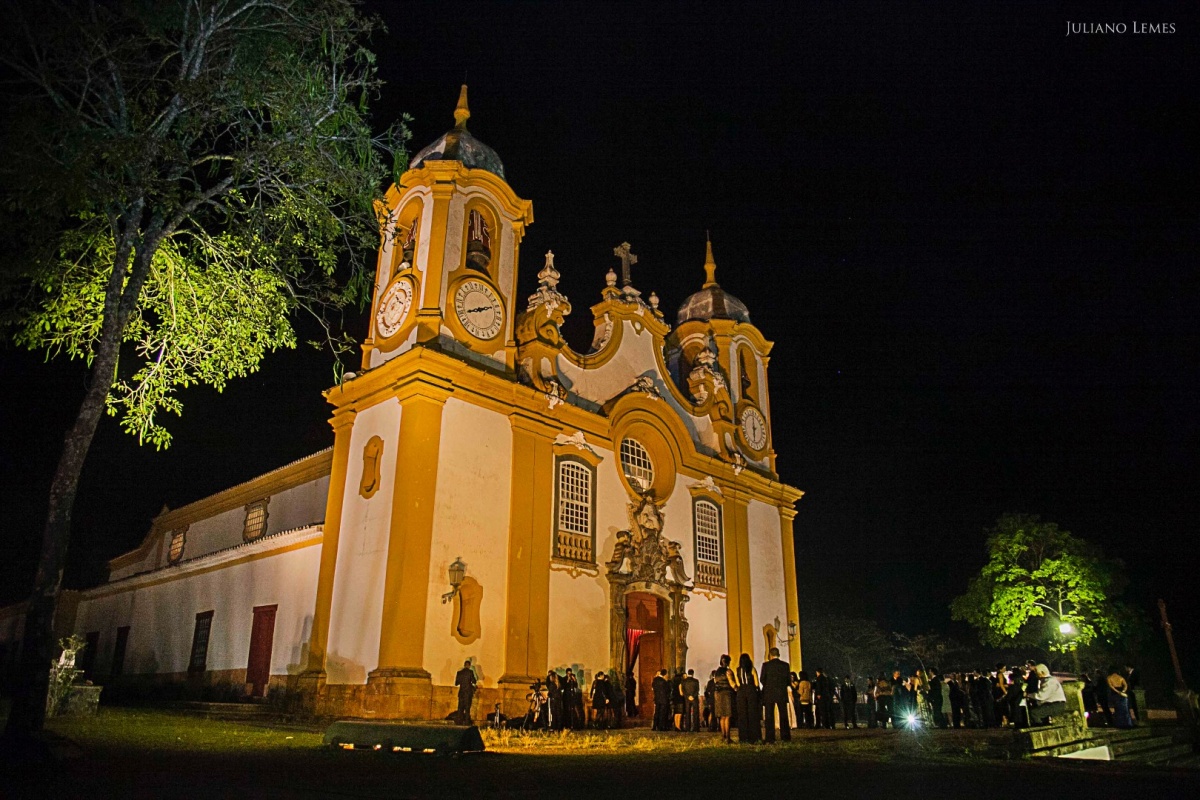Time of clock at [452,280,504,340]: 2:43
